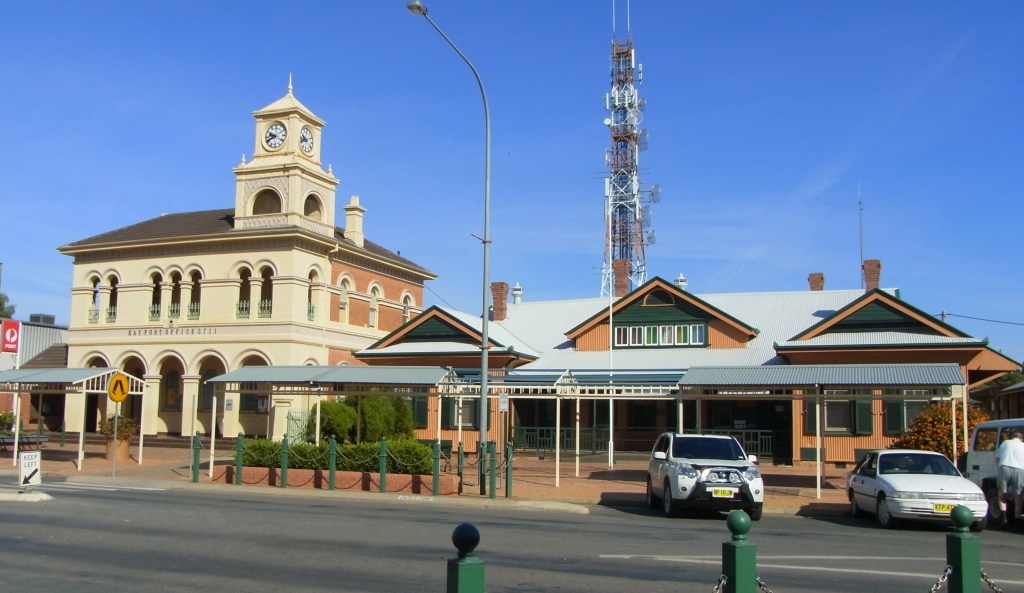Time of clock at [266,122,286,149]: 9:41
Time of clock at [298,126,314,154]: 9:42
